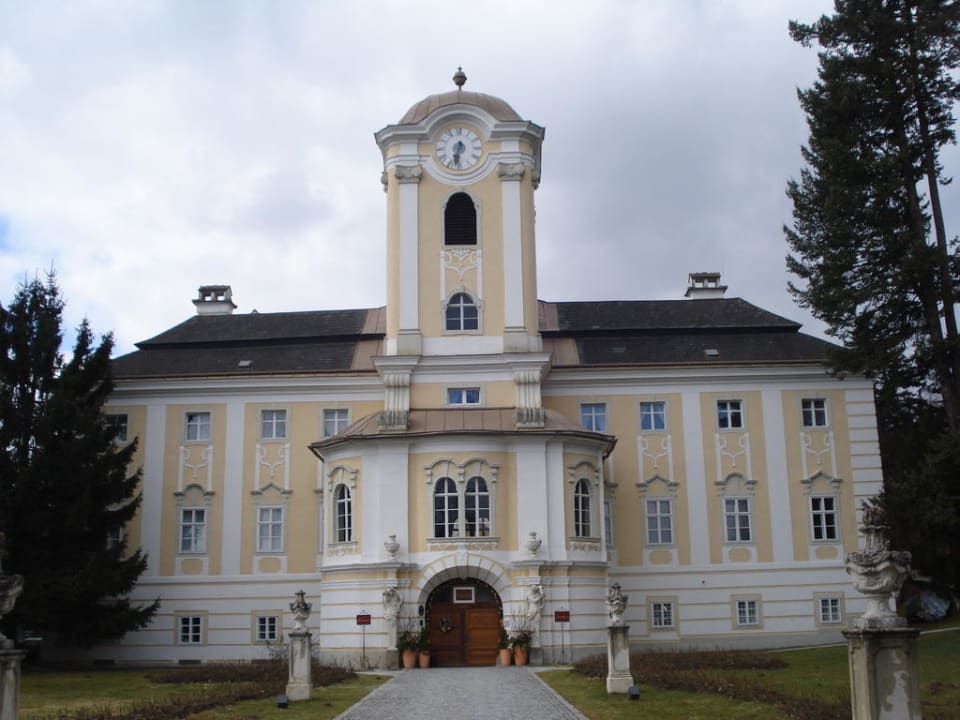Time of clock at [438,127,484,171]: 6:32
